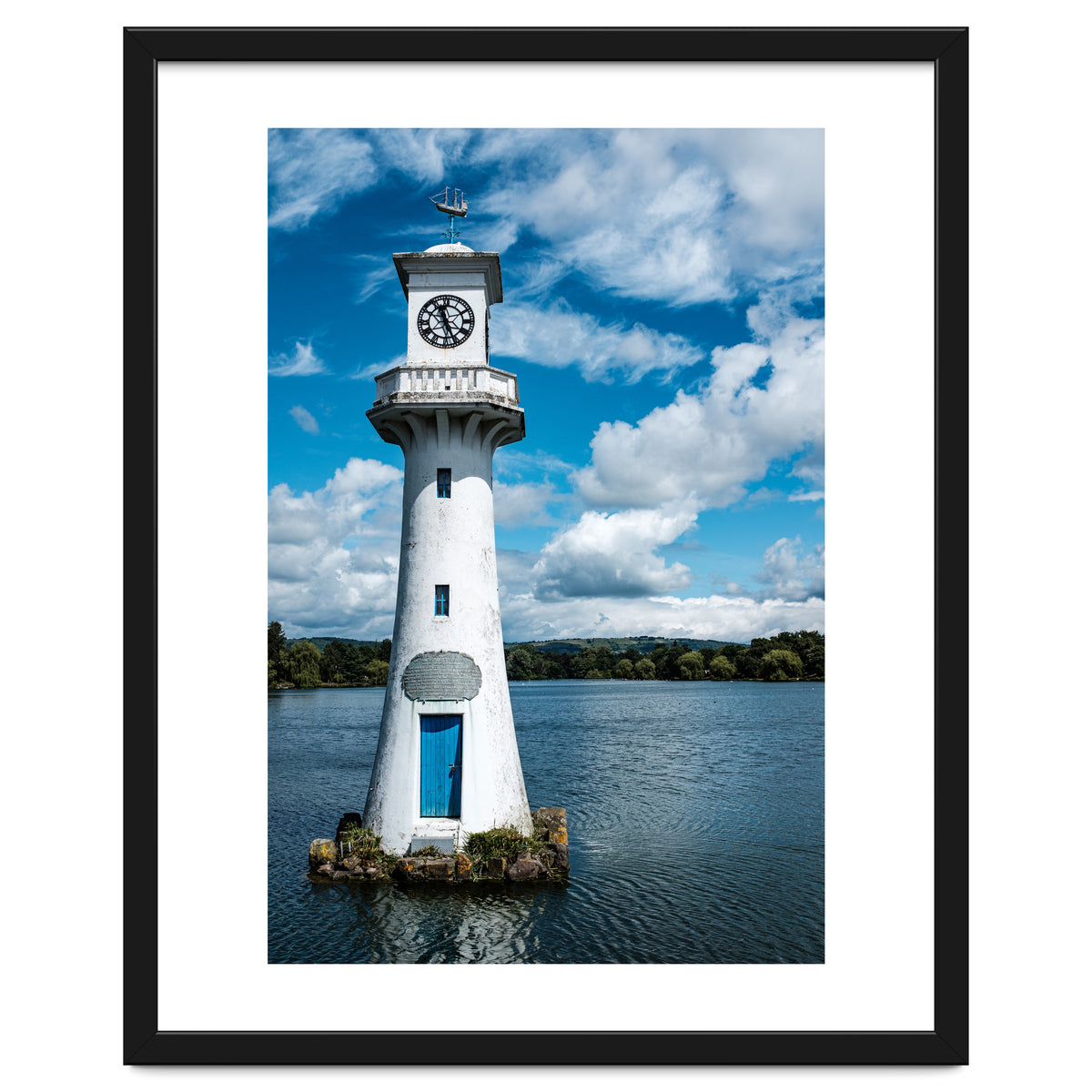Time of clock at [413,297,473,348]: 11:25
